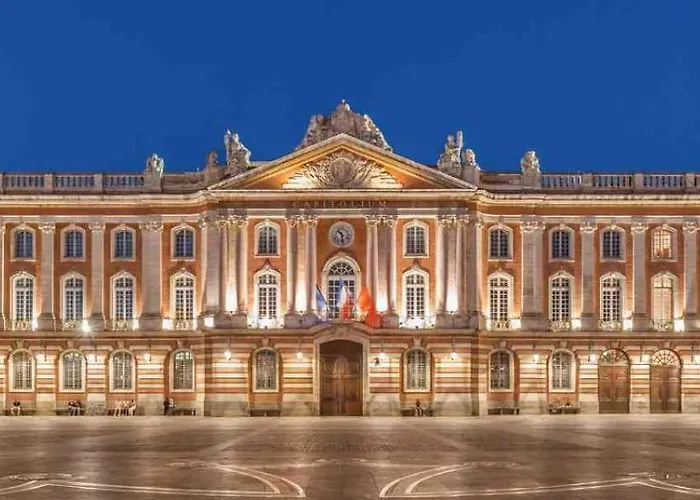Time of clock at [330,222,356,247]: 10:28
